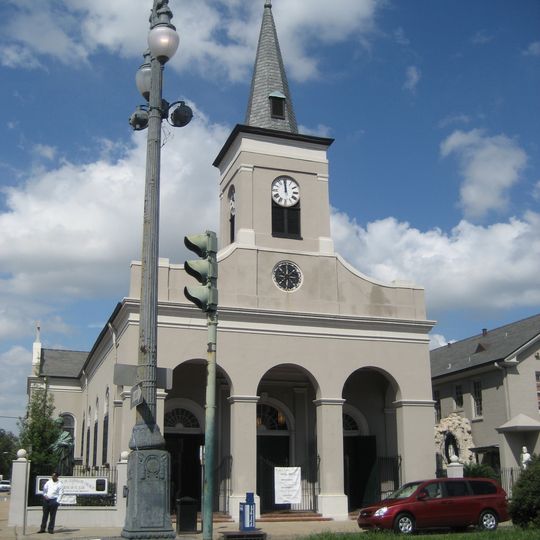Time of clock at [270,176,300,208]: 11:59
